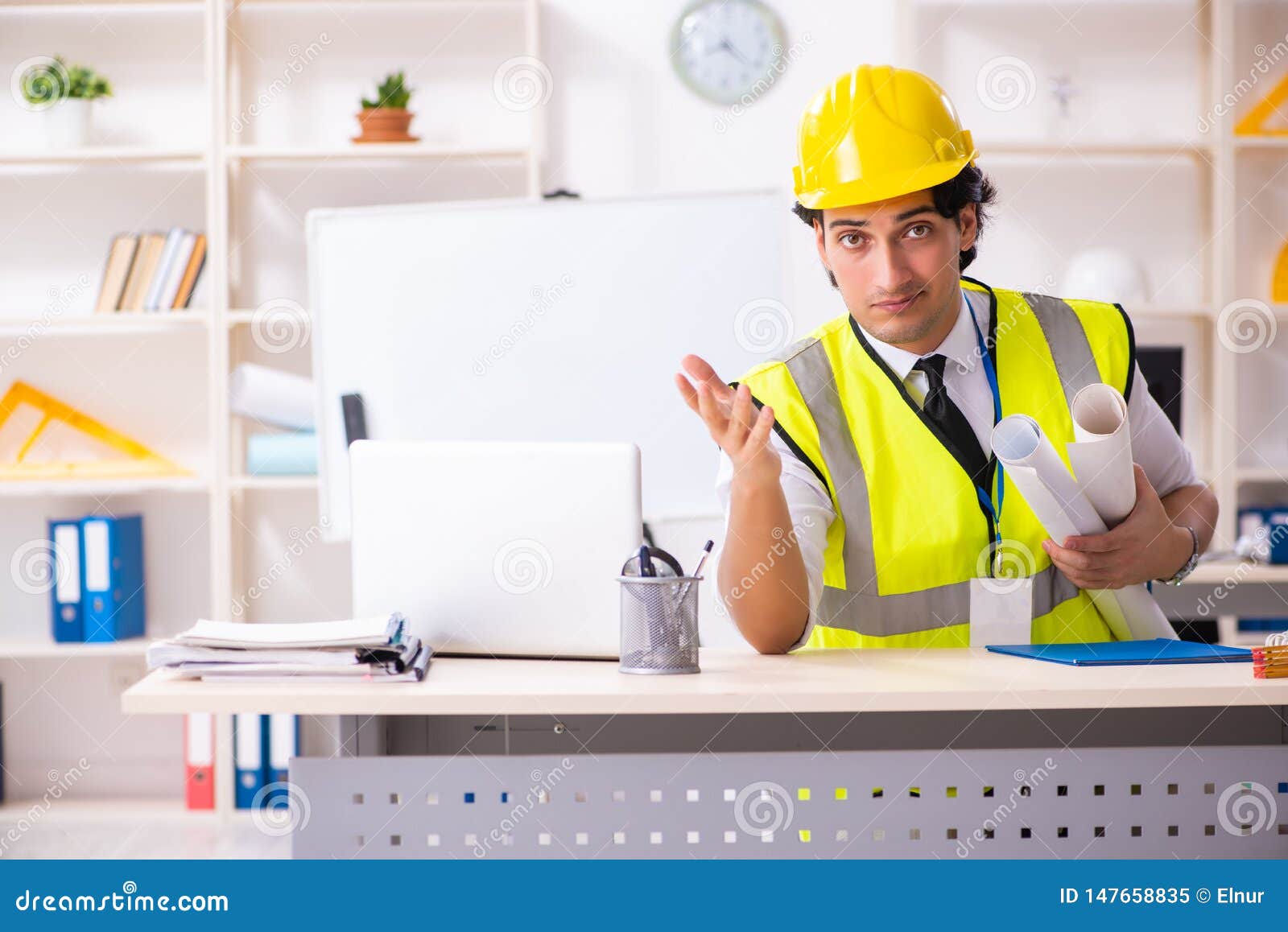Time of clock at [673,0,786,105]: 8:22
